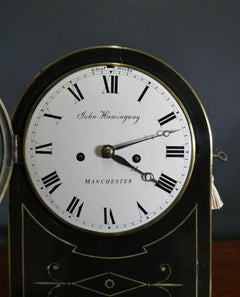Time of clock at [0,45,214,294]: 2:20
